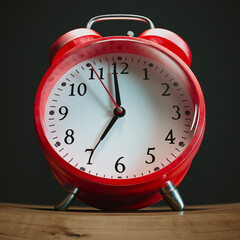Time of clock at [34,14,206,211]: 6:58
